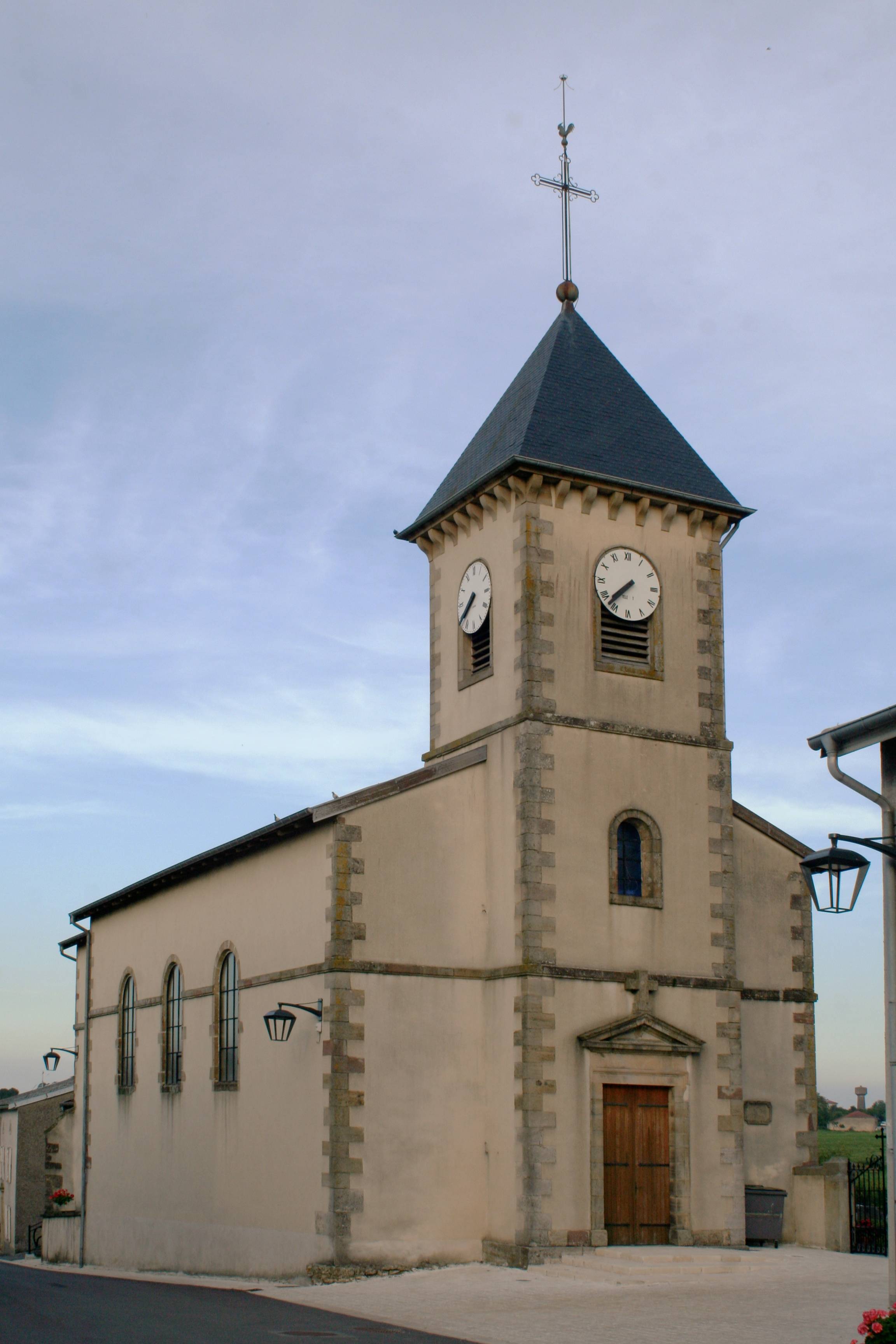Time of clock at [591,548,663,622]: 7:37
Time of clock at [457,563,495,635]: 7:39
